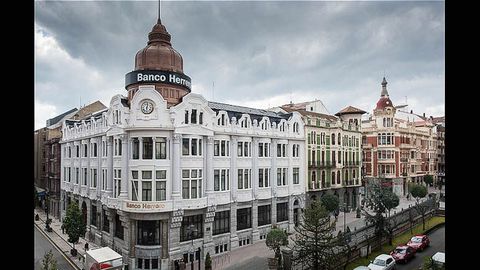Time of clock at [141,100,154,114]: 6:01
